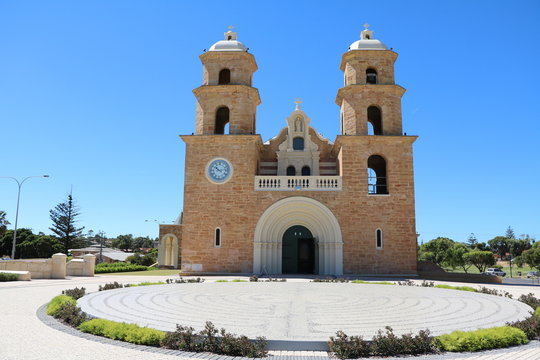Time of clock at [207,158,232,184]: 10:12
